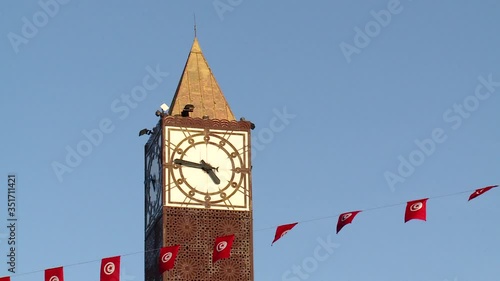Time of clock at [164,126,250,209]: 4:46
